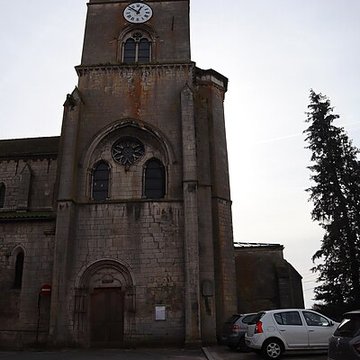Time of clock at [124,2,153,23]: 12:52
